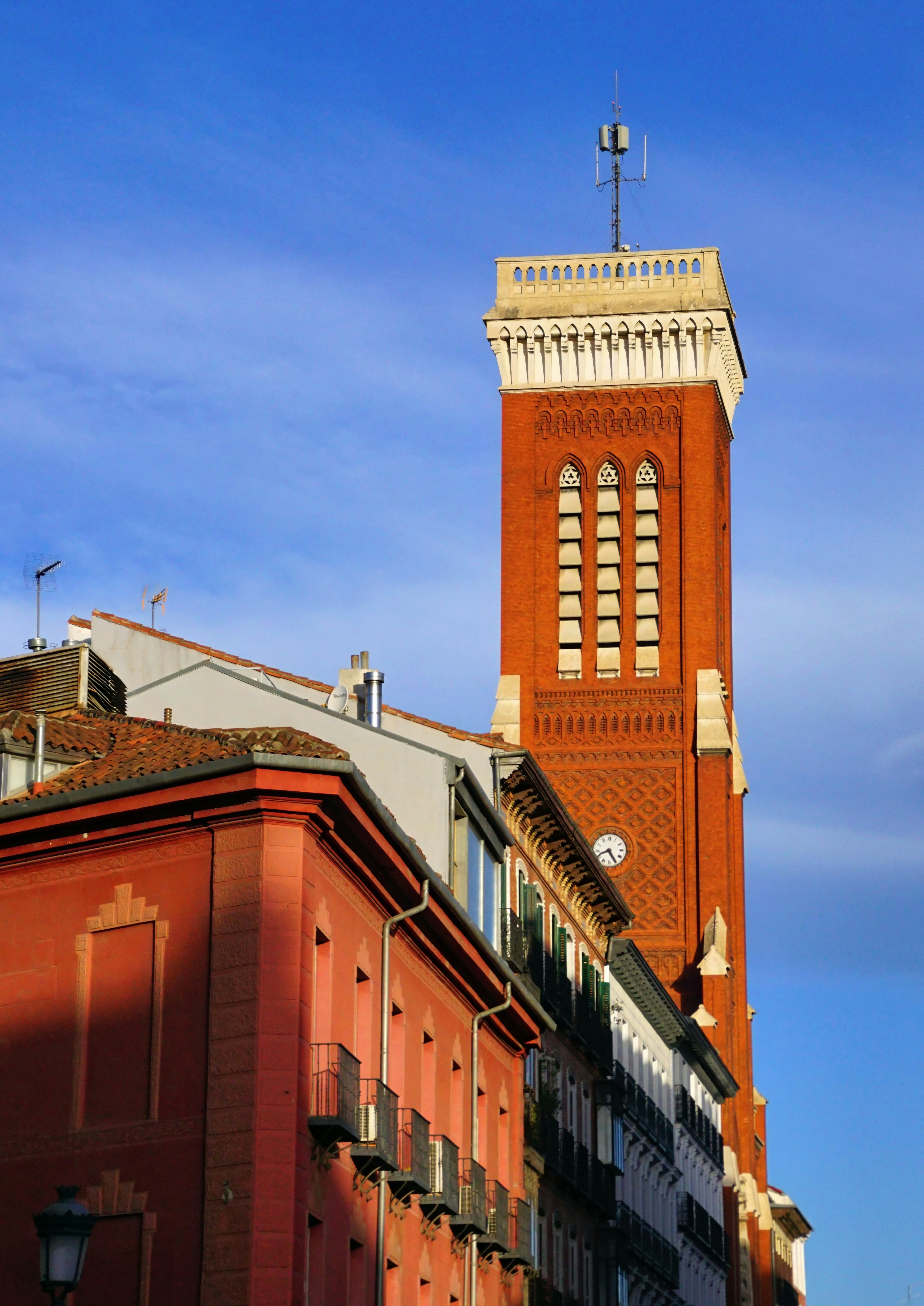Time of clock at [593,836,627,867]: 8:24
